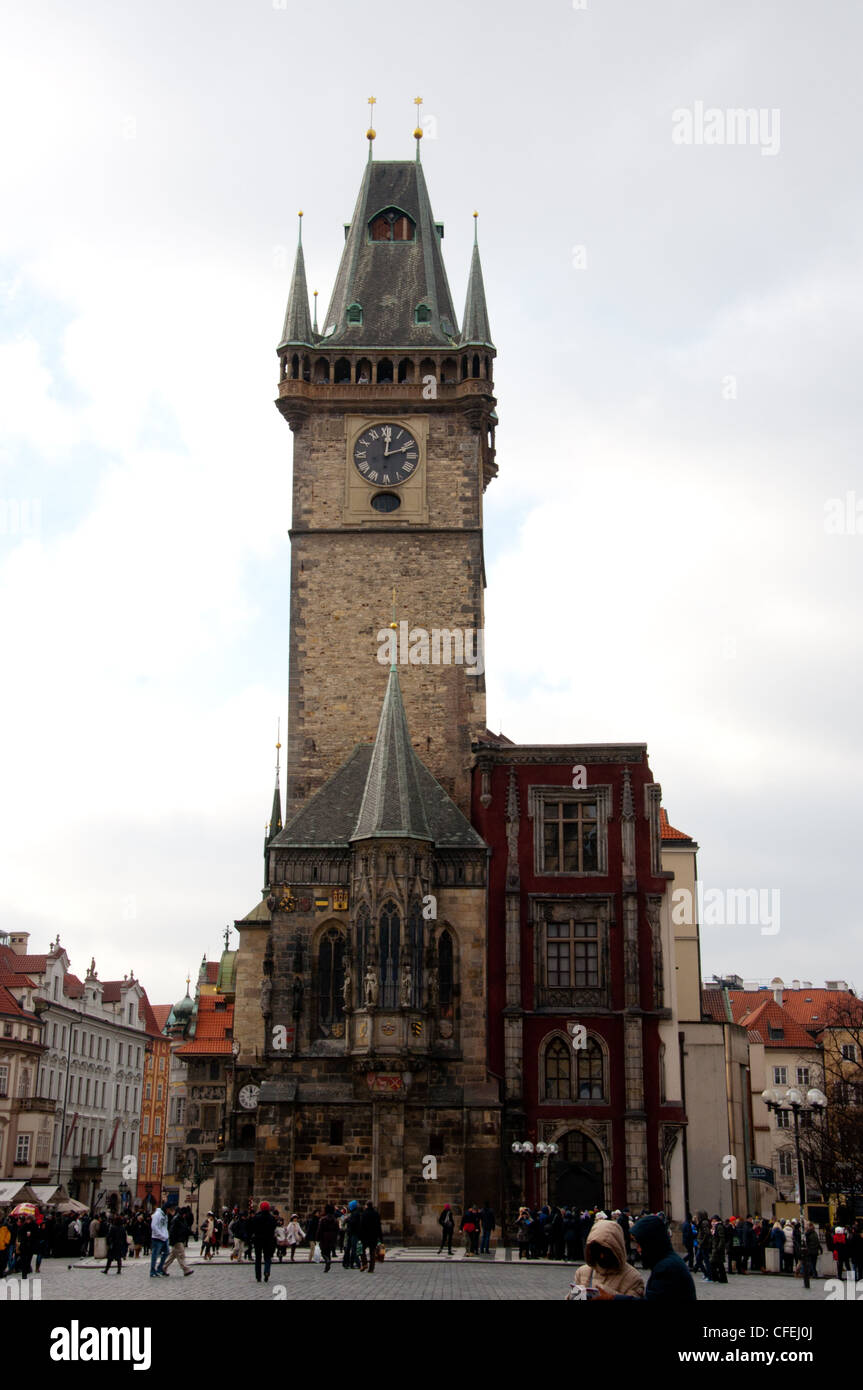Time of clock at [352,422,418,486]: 12:11
